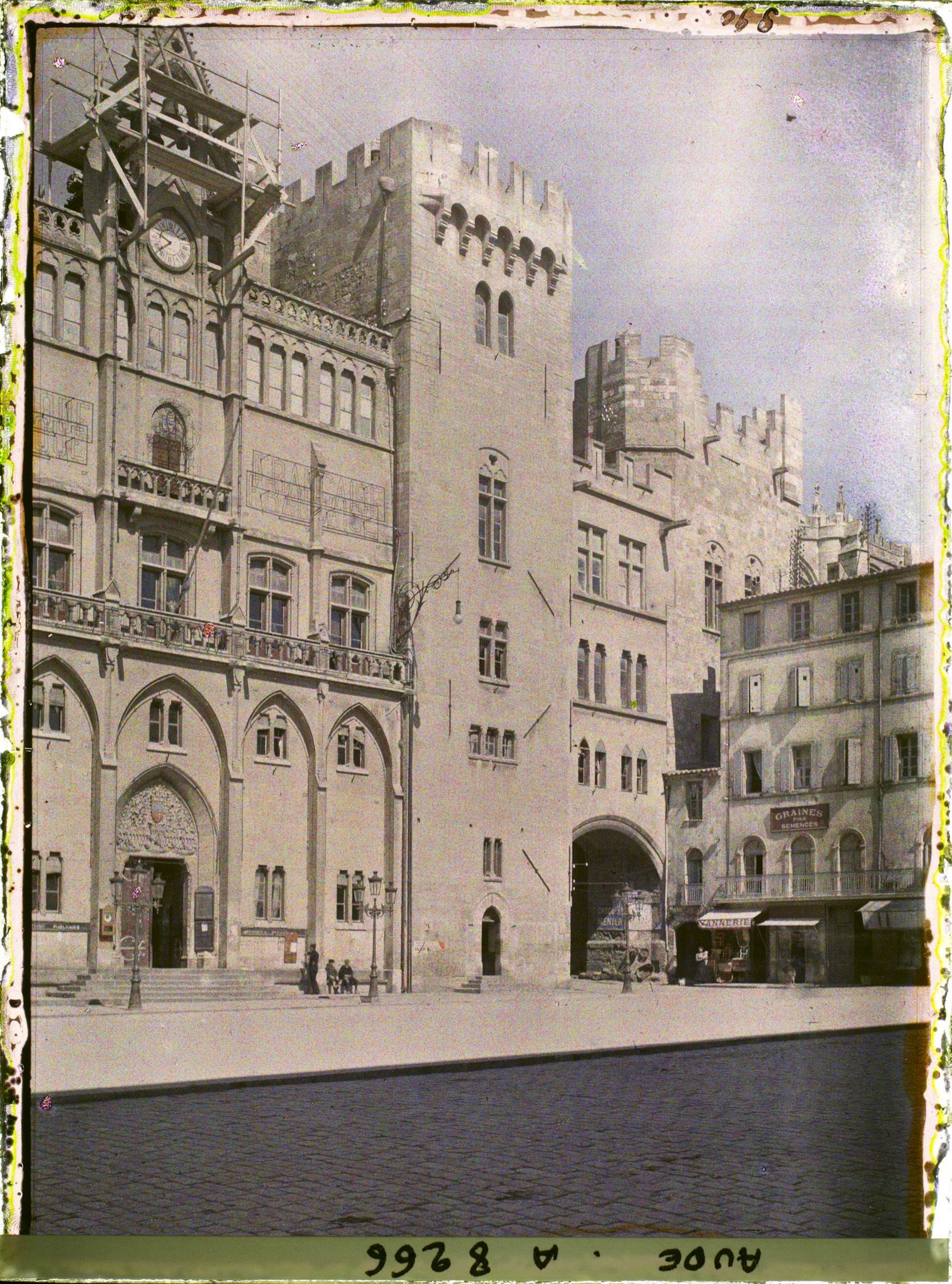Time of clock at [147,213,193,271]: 9:38
